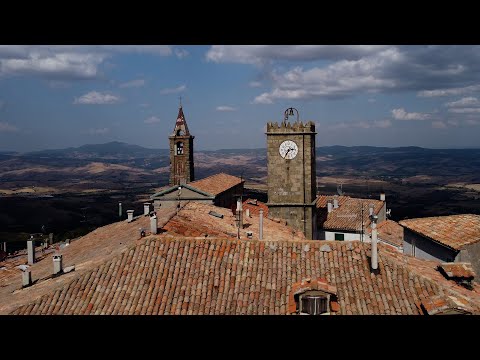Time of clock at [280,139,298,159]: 2:35
